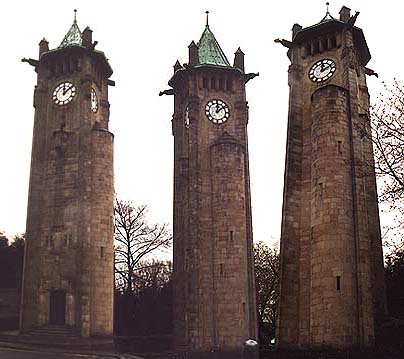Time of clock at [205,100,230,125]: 12:08
